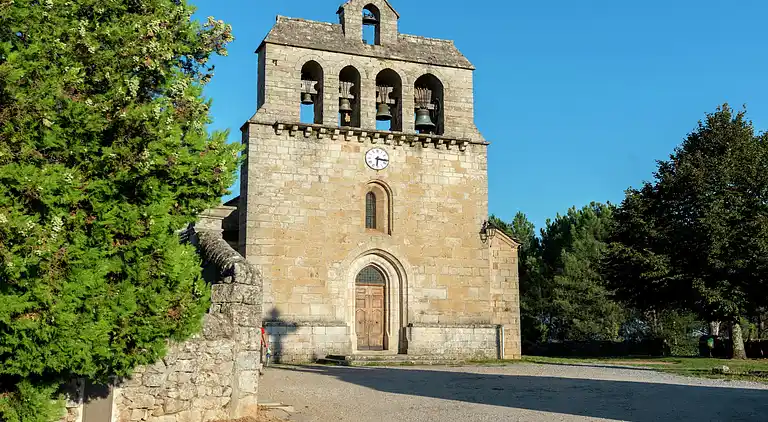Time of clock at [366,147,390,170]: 6:16
